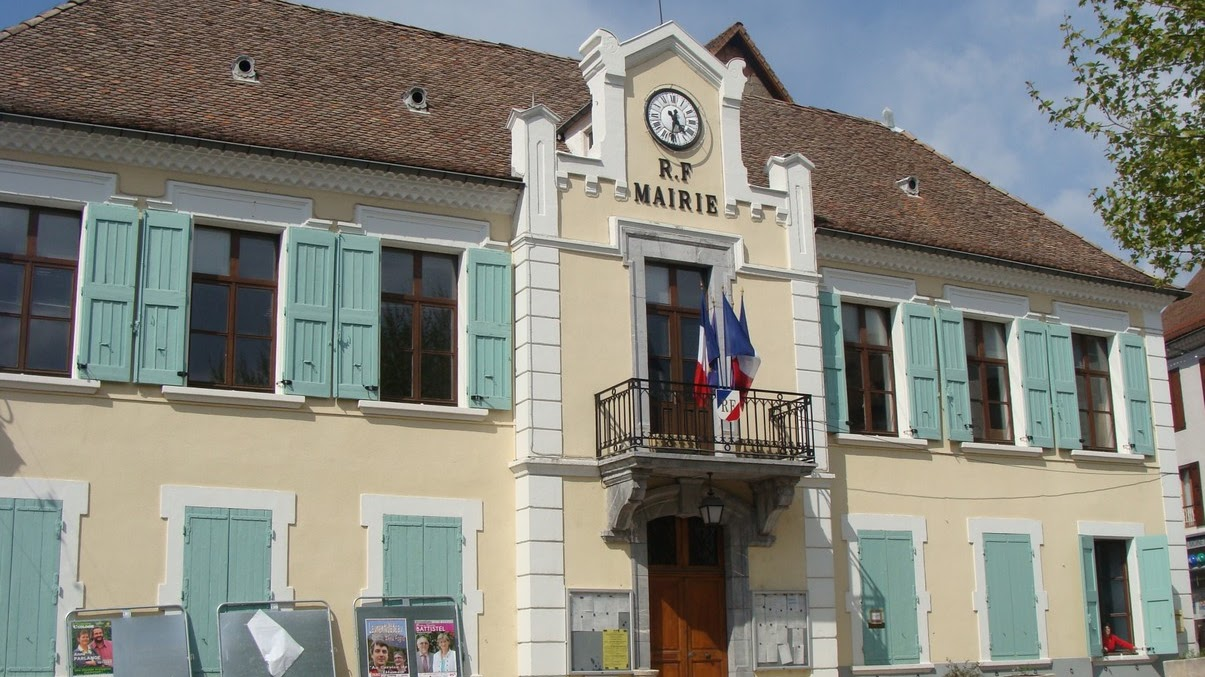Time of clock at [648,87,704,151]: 4:31
